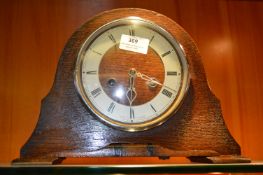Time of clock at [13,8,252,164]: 5:18
